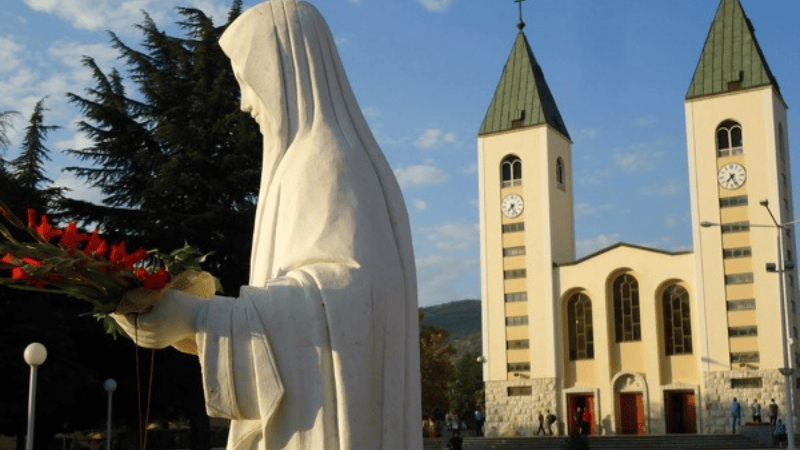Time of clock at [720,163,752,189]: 7:25
